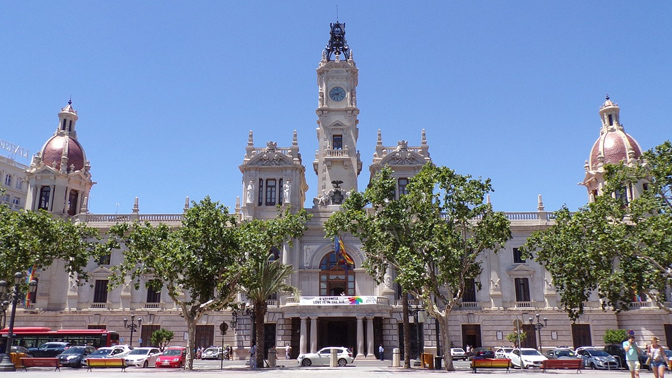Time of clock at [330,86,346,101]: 9:10
